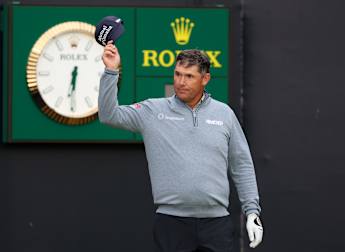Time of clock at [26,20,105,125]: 6:30
